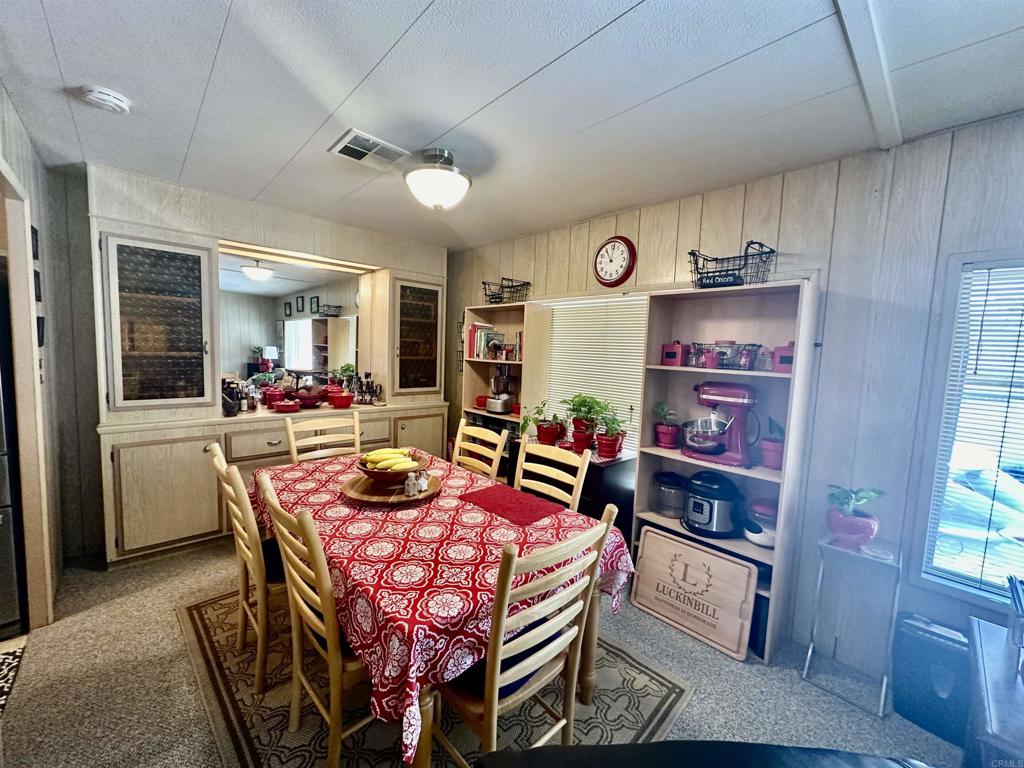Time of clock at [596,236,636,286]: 11:01
